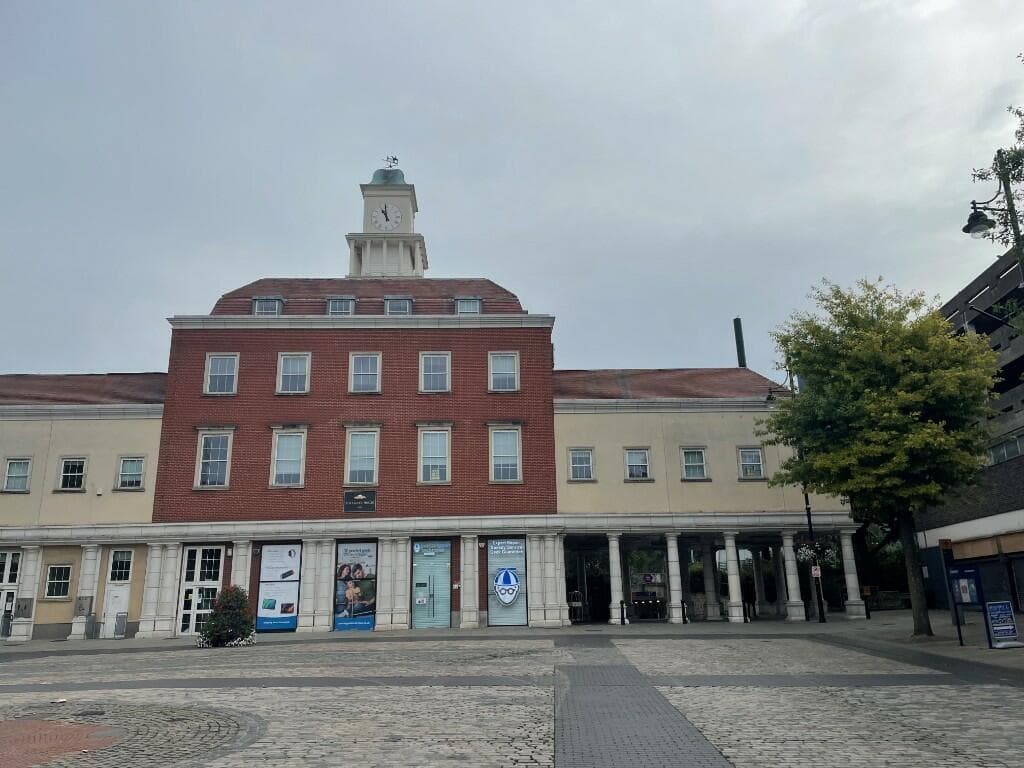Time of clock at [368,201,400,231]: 10:59
